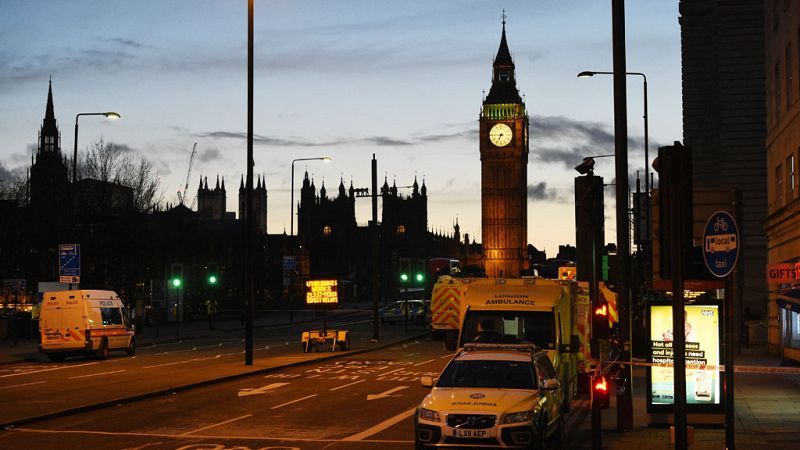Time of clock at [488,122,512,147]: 6:45
